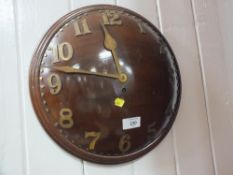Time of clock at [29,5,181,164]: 11:46
